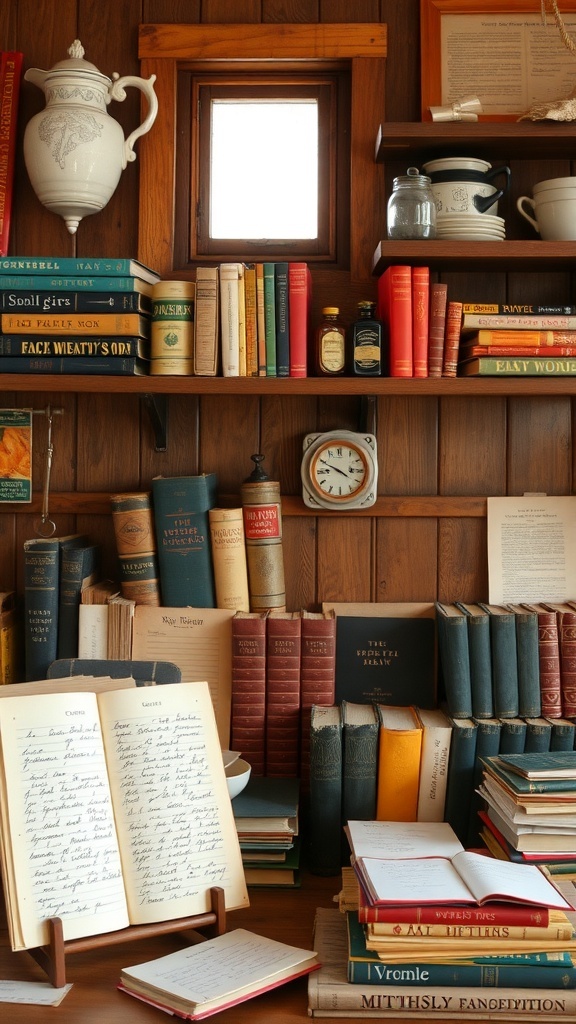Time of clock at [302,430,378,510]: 8:49
